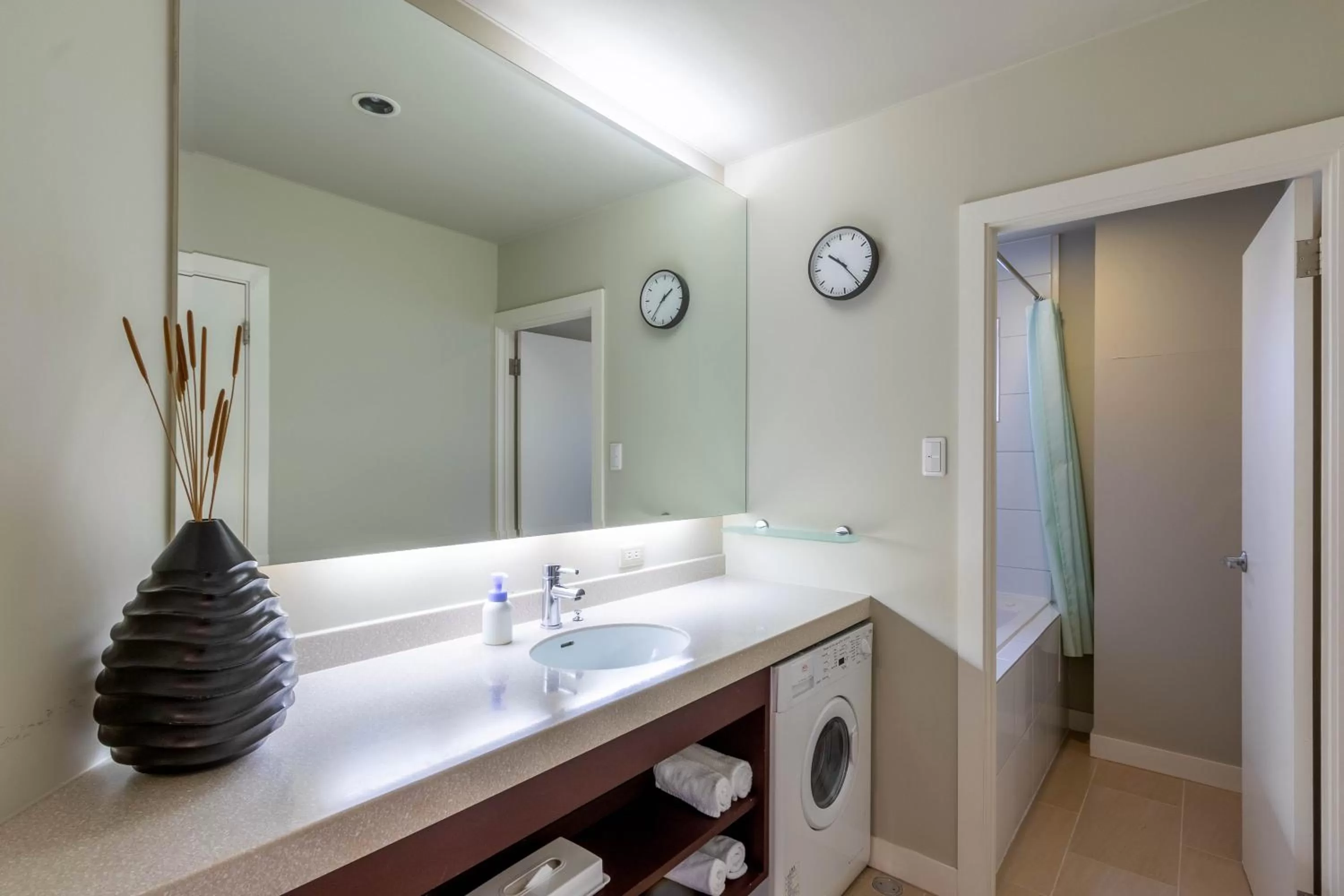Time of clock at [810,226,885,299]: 10:24
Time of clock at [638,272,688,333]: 1:36
